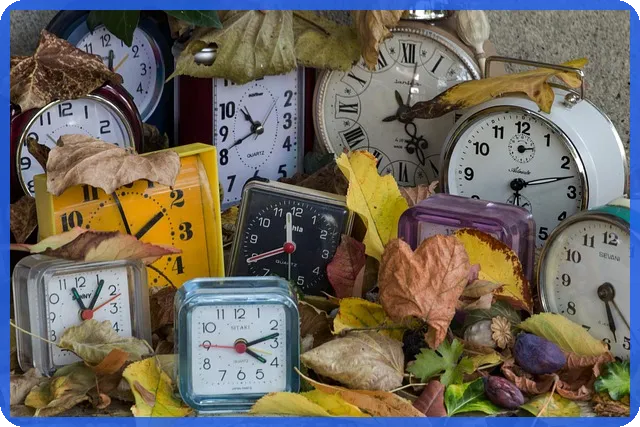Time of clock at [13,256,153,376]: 11:06
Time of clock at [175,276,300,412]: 4:12
